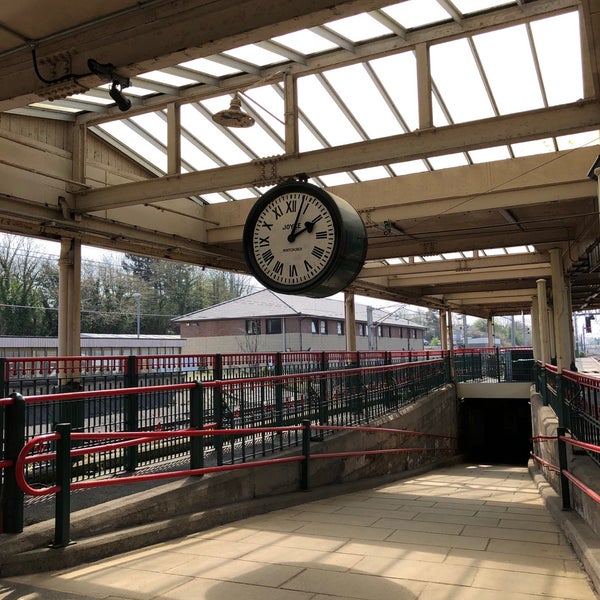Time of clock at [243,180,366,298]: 2:03
